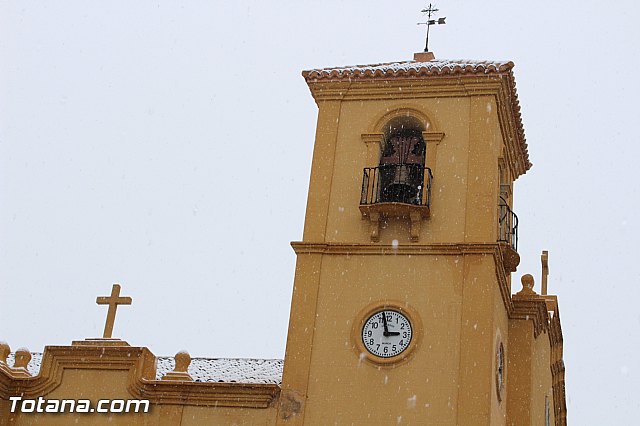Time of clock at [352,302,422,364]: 2:57
